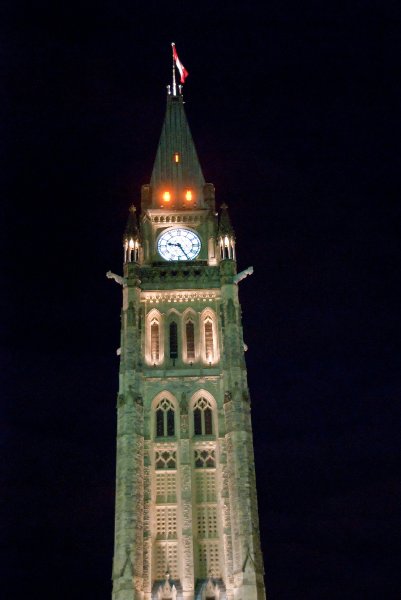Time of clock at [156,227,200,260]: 9:25
